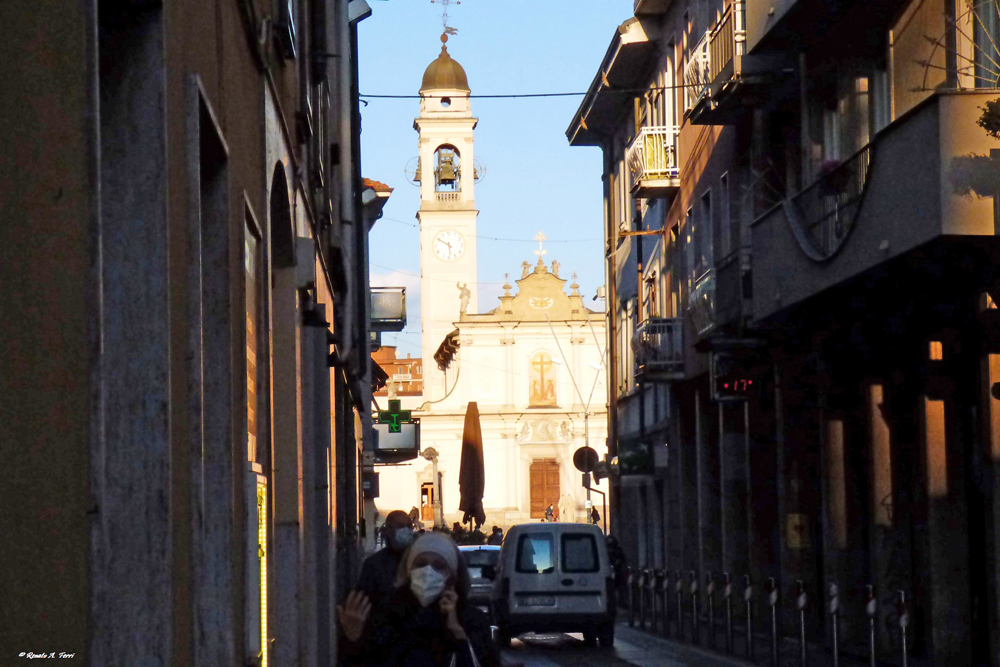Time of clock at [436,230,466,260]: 5:50
